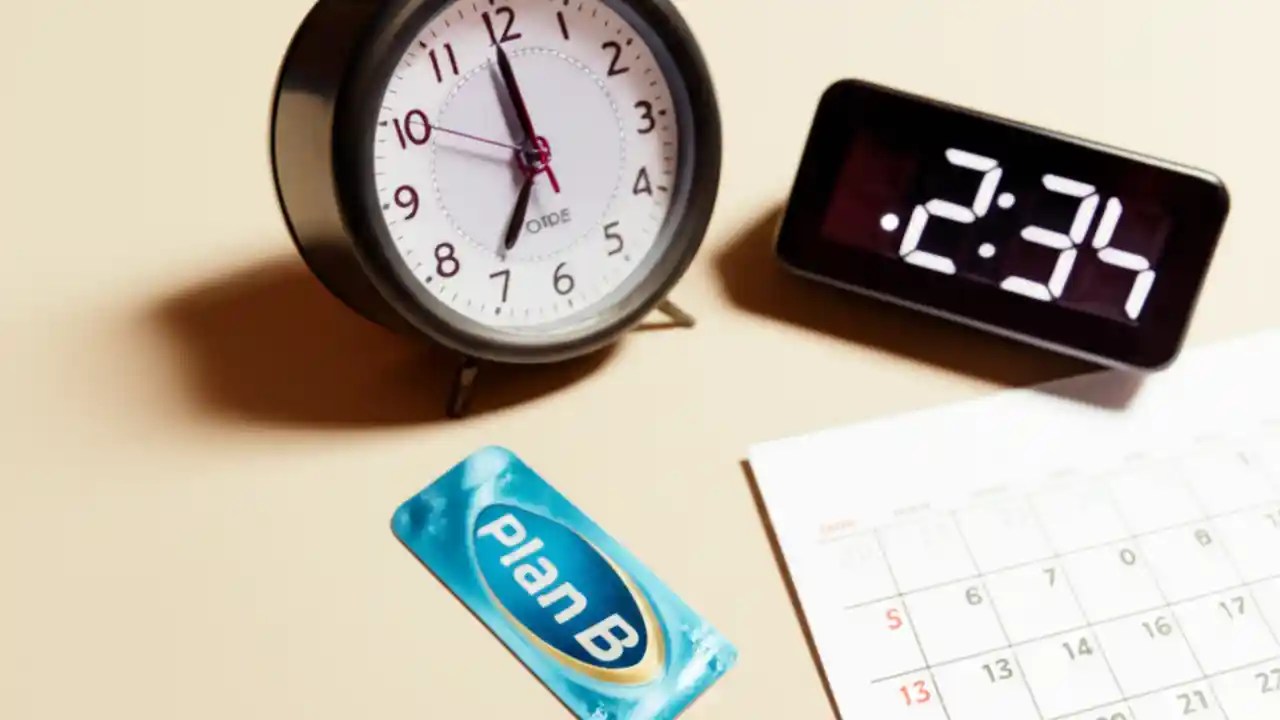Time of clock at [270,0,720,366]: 6:59
